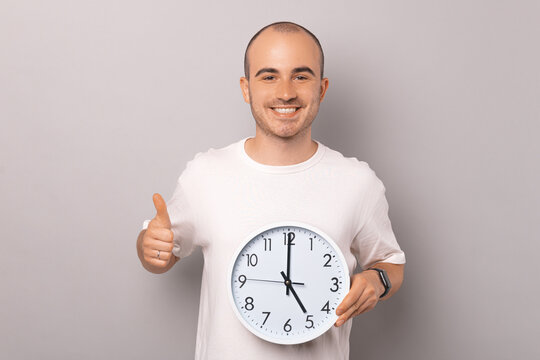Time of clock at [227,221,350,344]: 5:00
